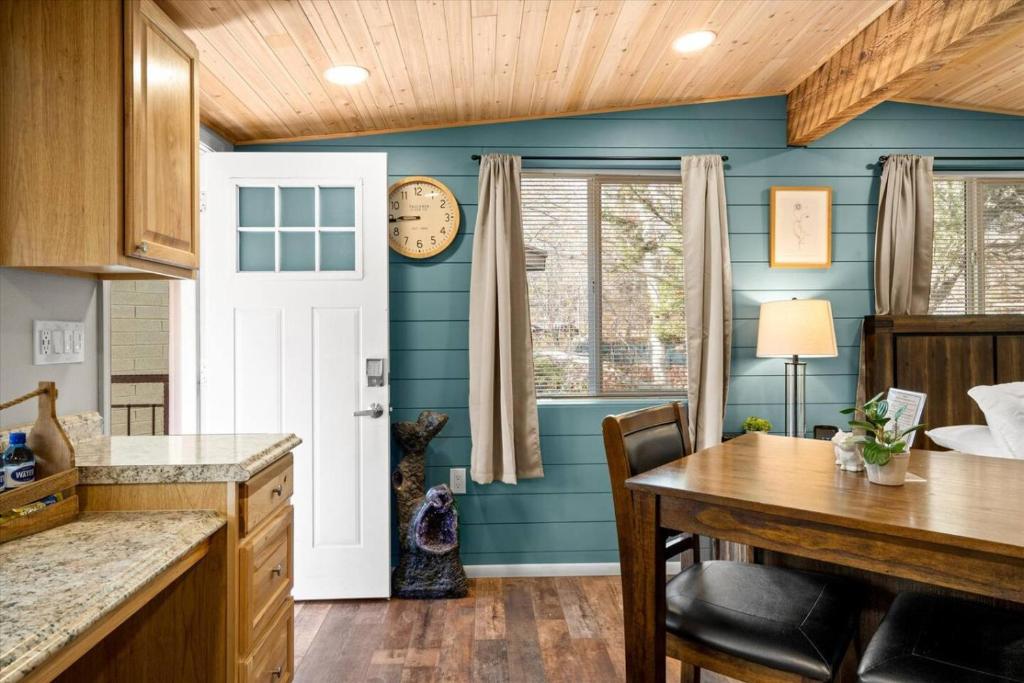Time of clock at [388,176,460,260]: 8:45
